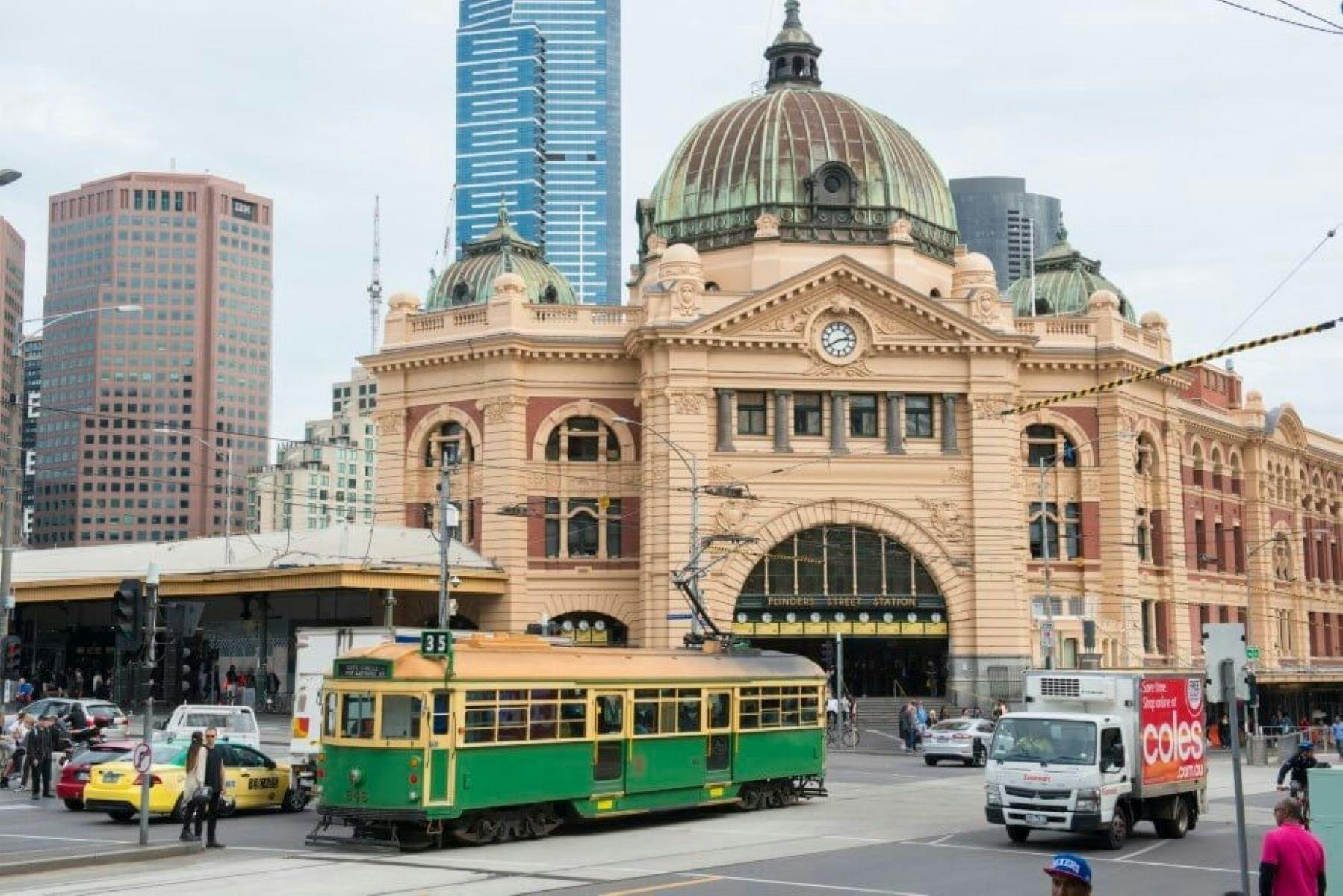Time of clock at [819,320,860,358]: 2:40
